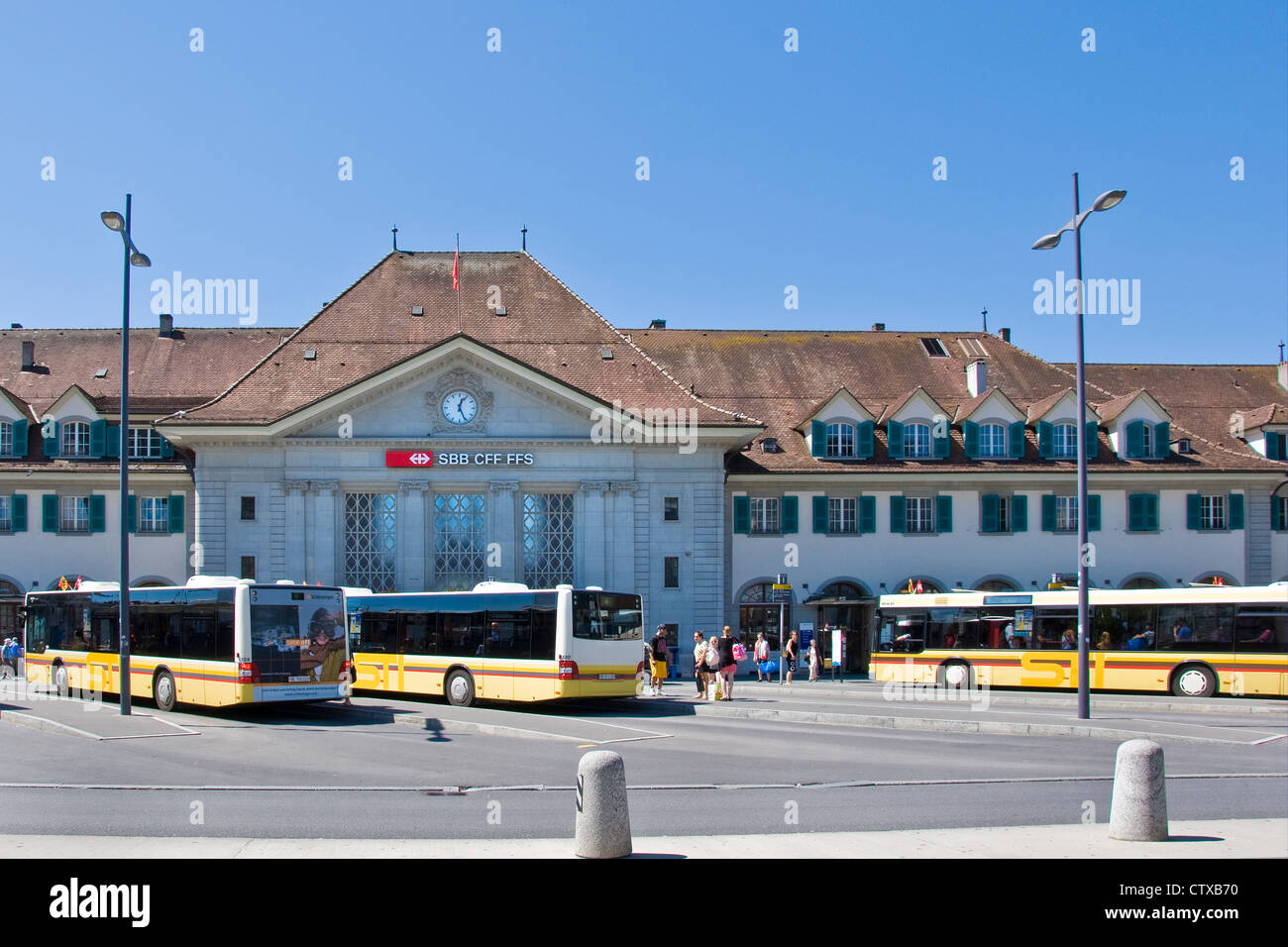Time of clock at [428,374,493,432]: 12:25
